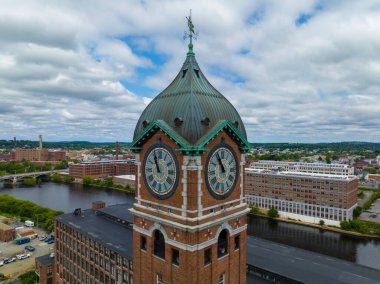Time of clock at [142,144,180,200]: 10:56
